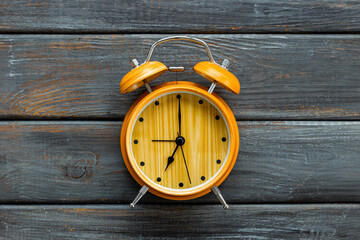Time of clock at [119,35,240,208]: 7:00
